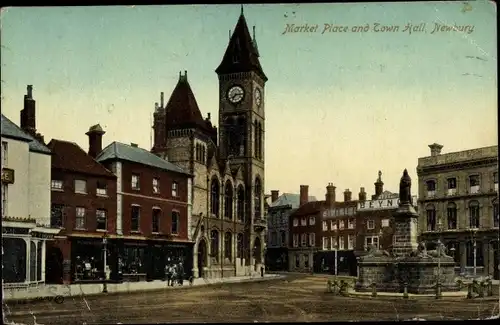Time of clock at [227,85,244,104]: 7:15
